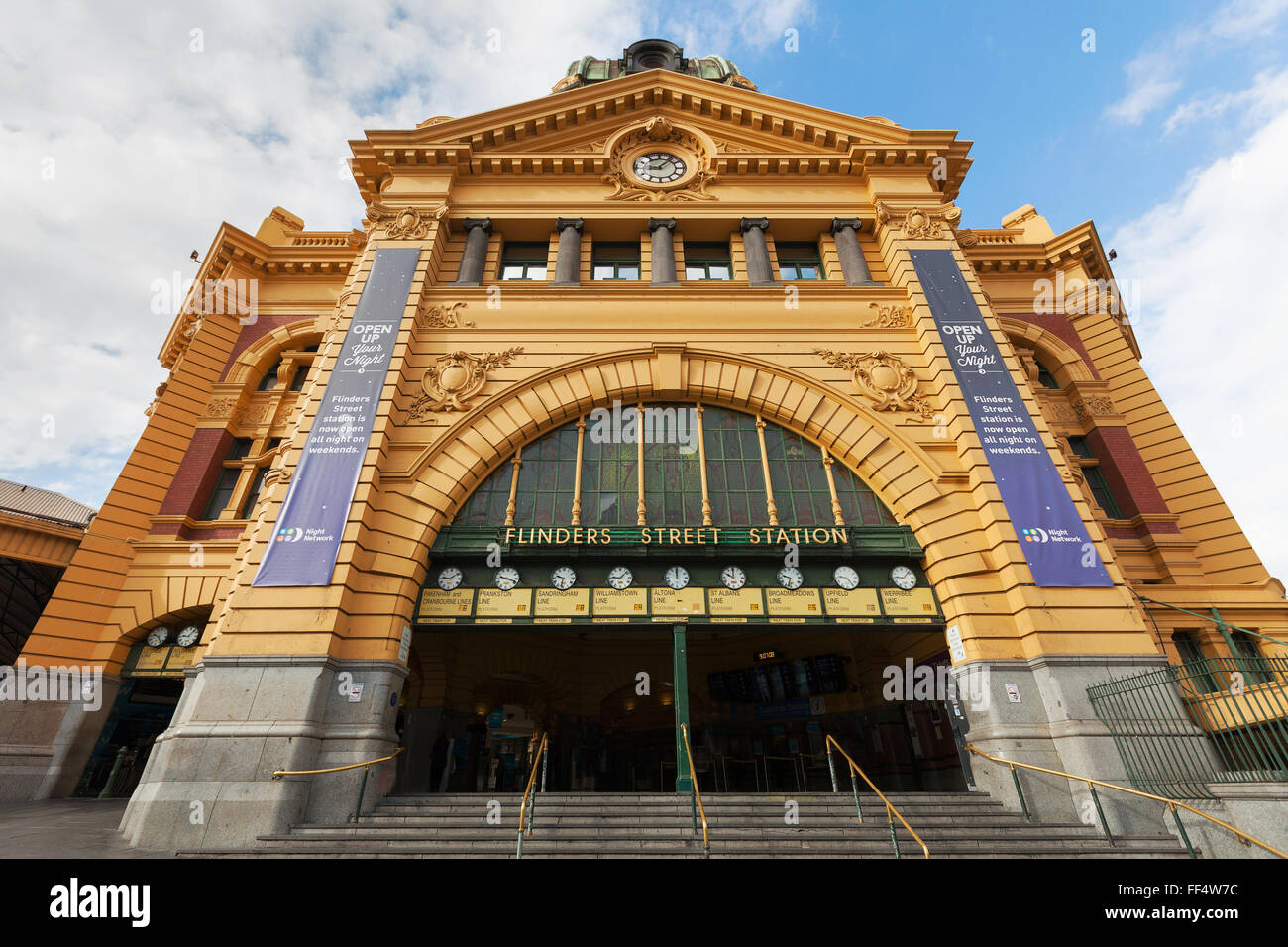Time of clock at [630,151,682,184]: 9:07
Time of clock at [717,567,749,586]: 10:00
